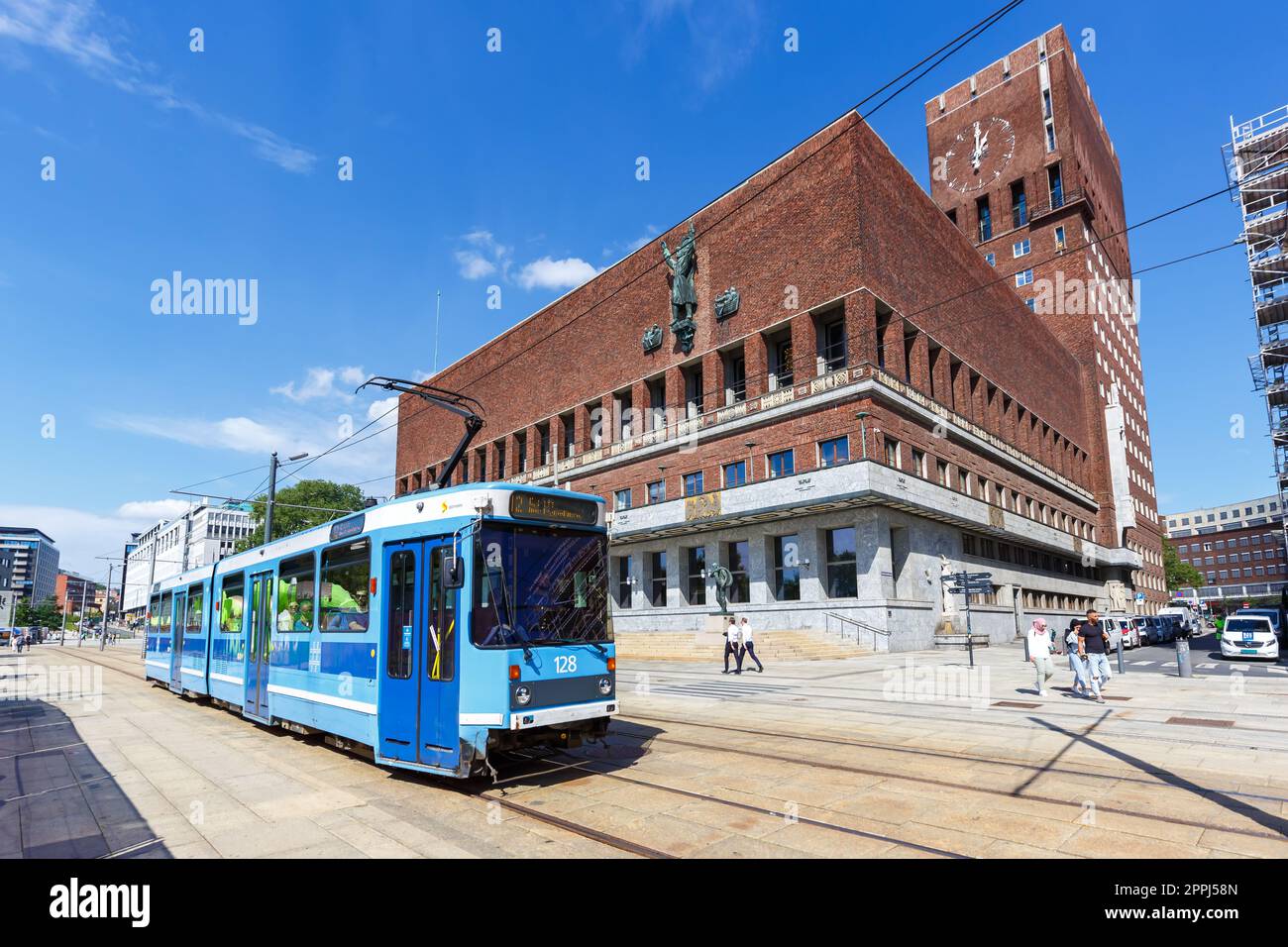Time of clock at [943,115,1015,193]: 1:00
